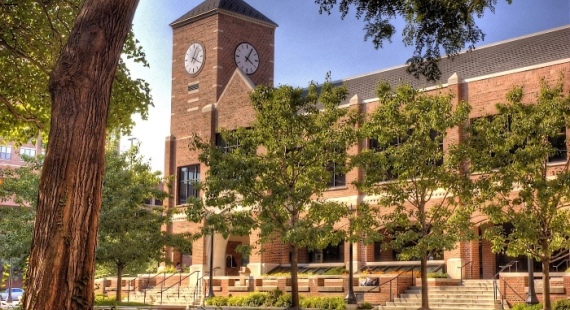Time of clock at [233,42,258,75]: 4:04
